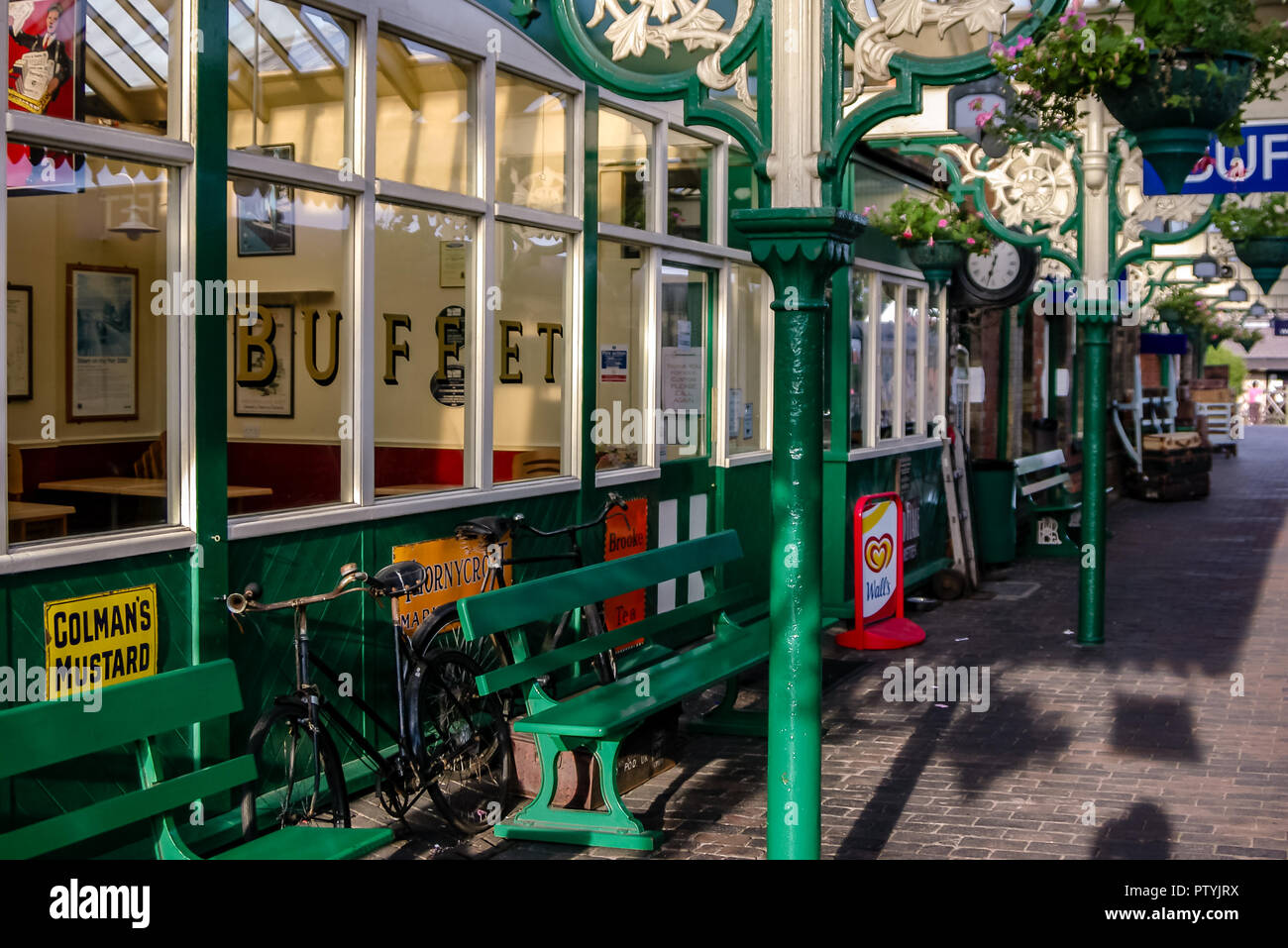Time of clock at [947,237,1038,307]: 12:32
